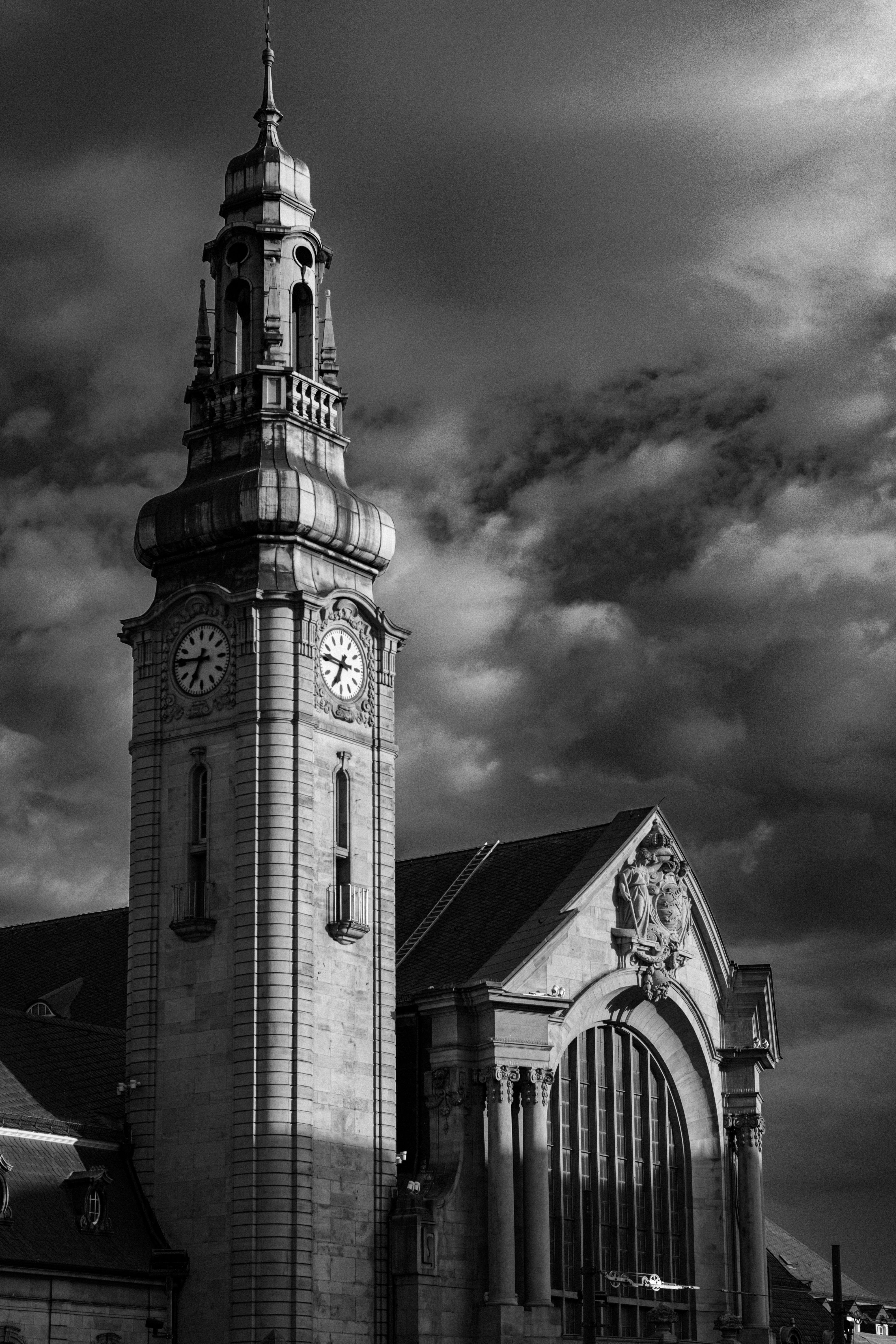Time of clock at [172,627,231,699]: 6:46
